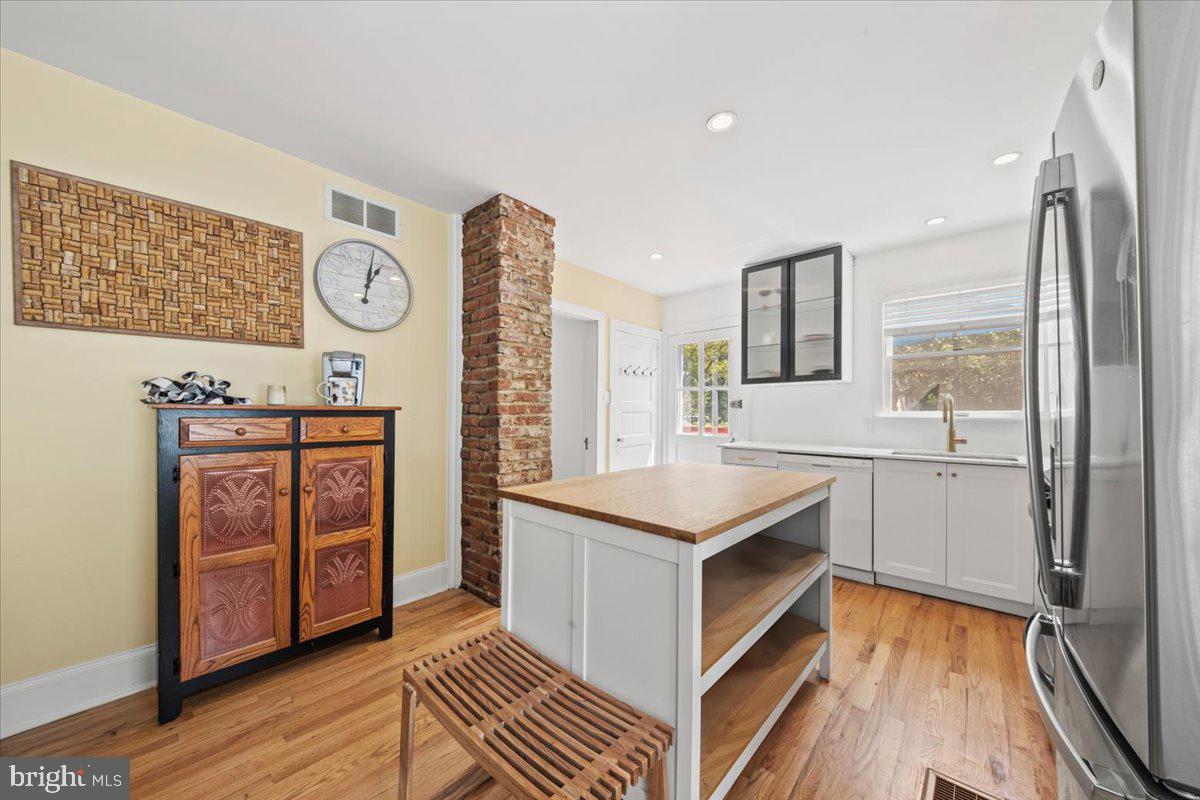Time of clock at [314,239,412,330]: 1:02
